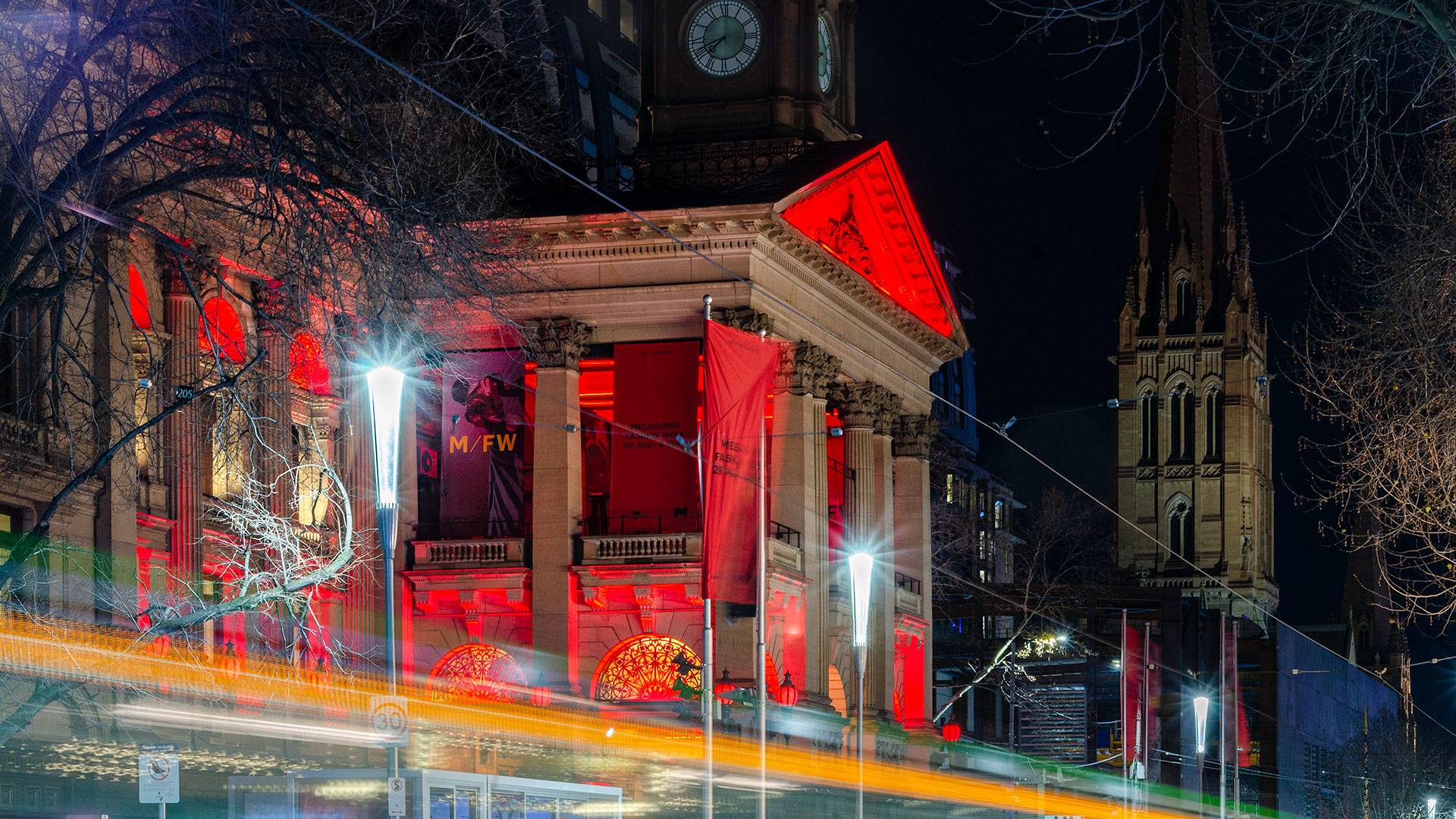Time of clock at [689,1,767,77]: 7:41
